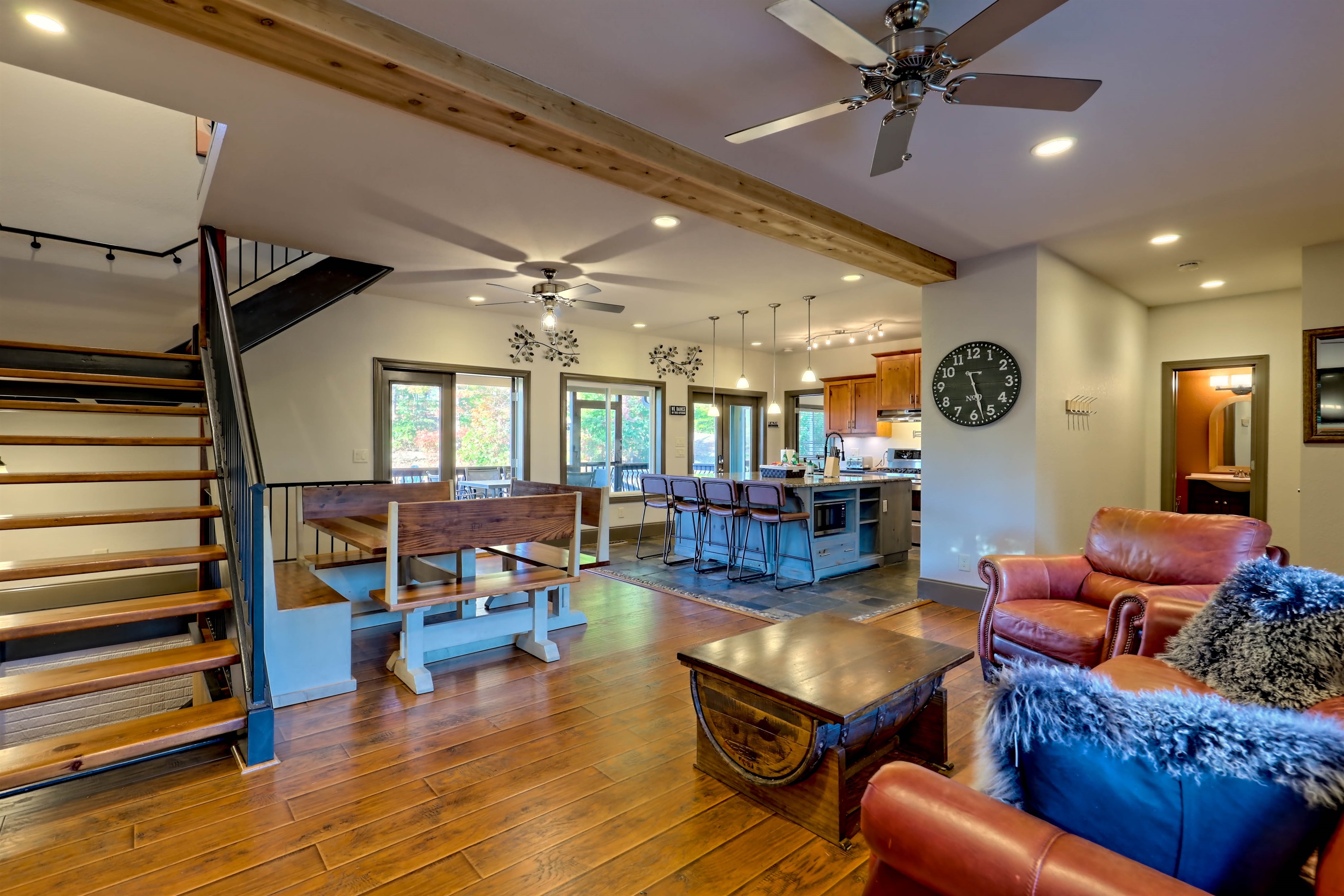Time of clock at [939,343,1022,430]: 5:27
